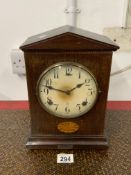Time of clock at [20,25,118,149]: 1:47
